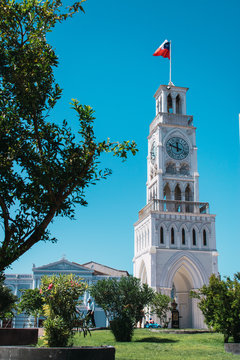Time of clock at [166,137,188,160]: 11:48
